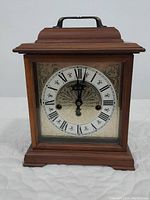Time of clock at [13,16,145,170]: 12:02
